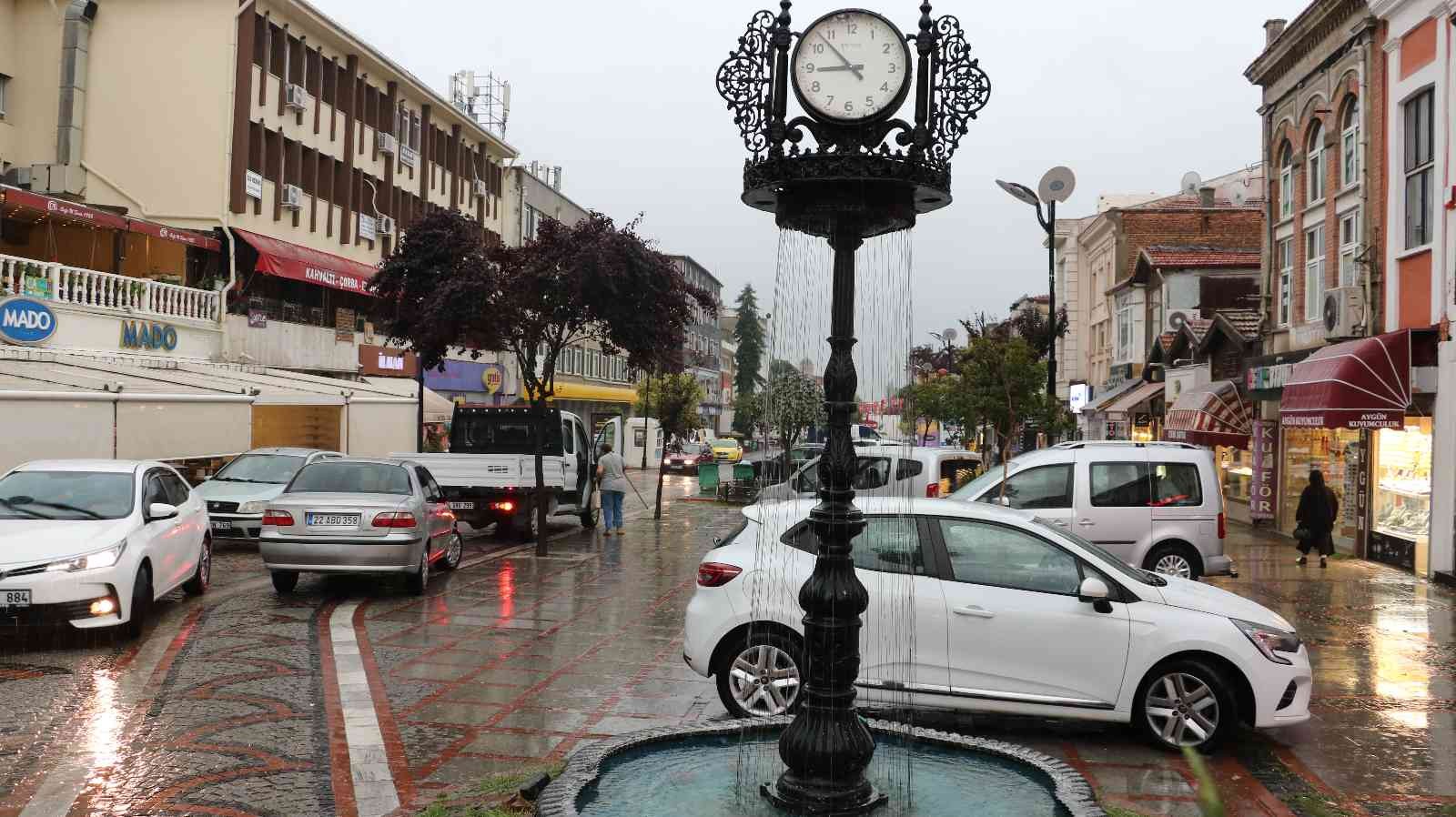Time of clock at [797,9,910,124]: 8:52
